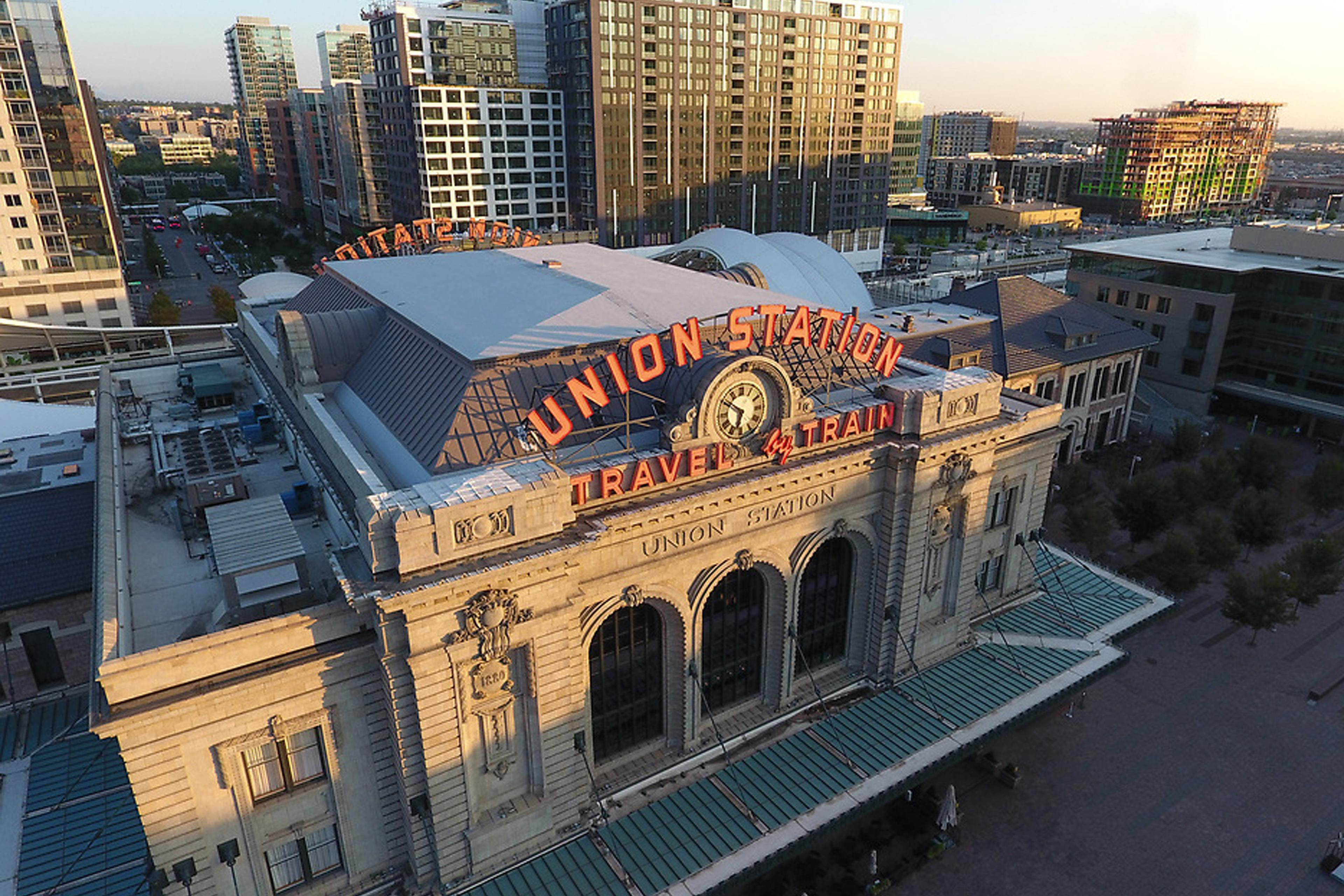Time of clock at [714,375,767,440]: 6:50
